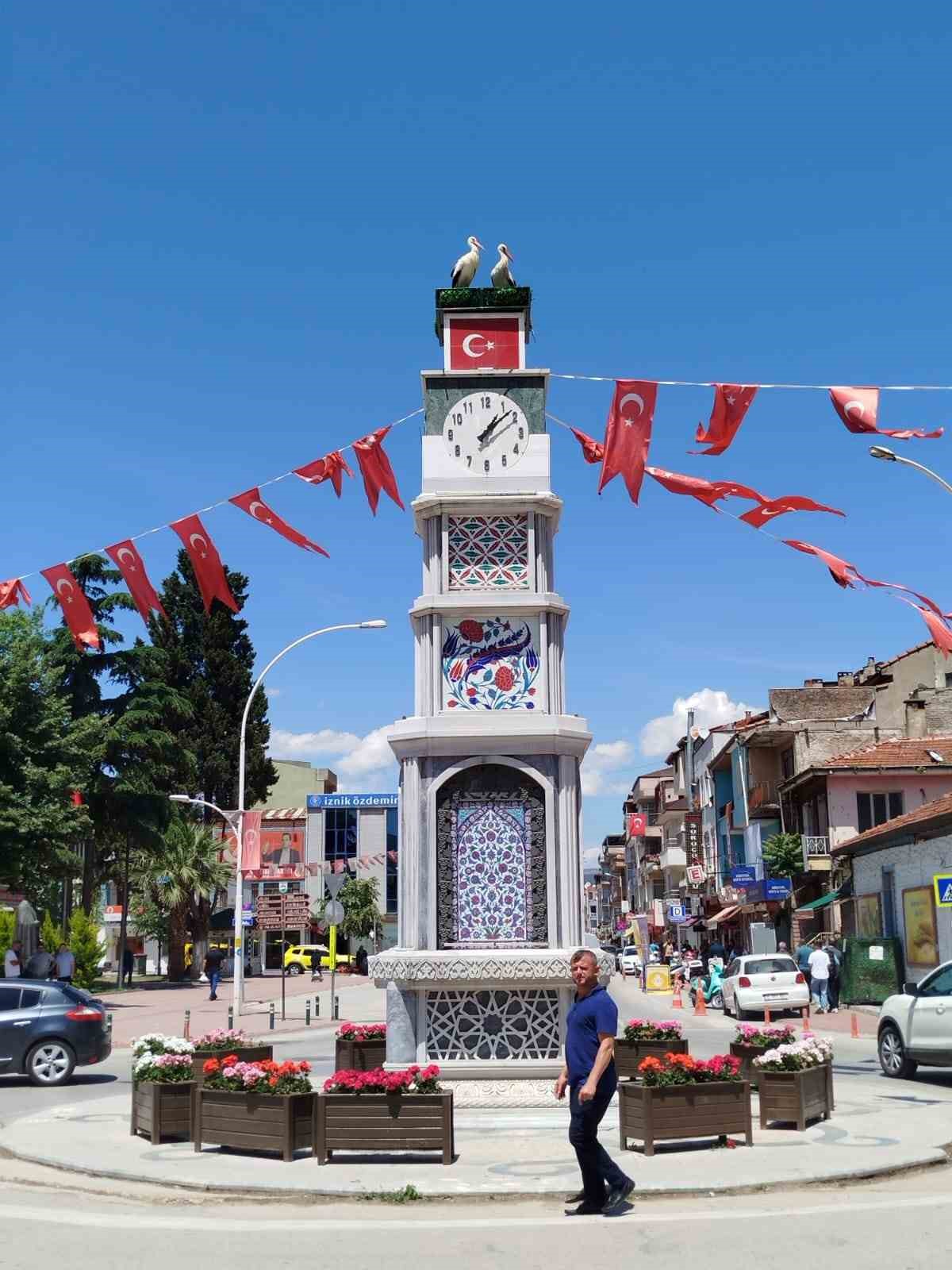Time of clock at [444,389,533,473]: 1:08
